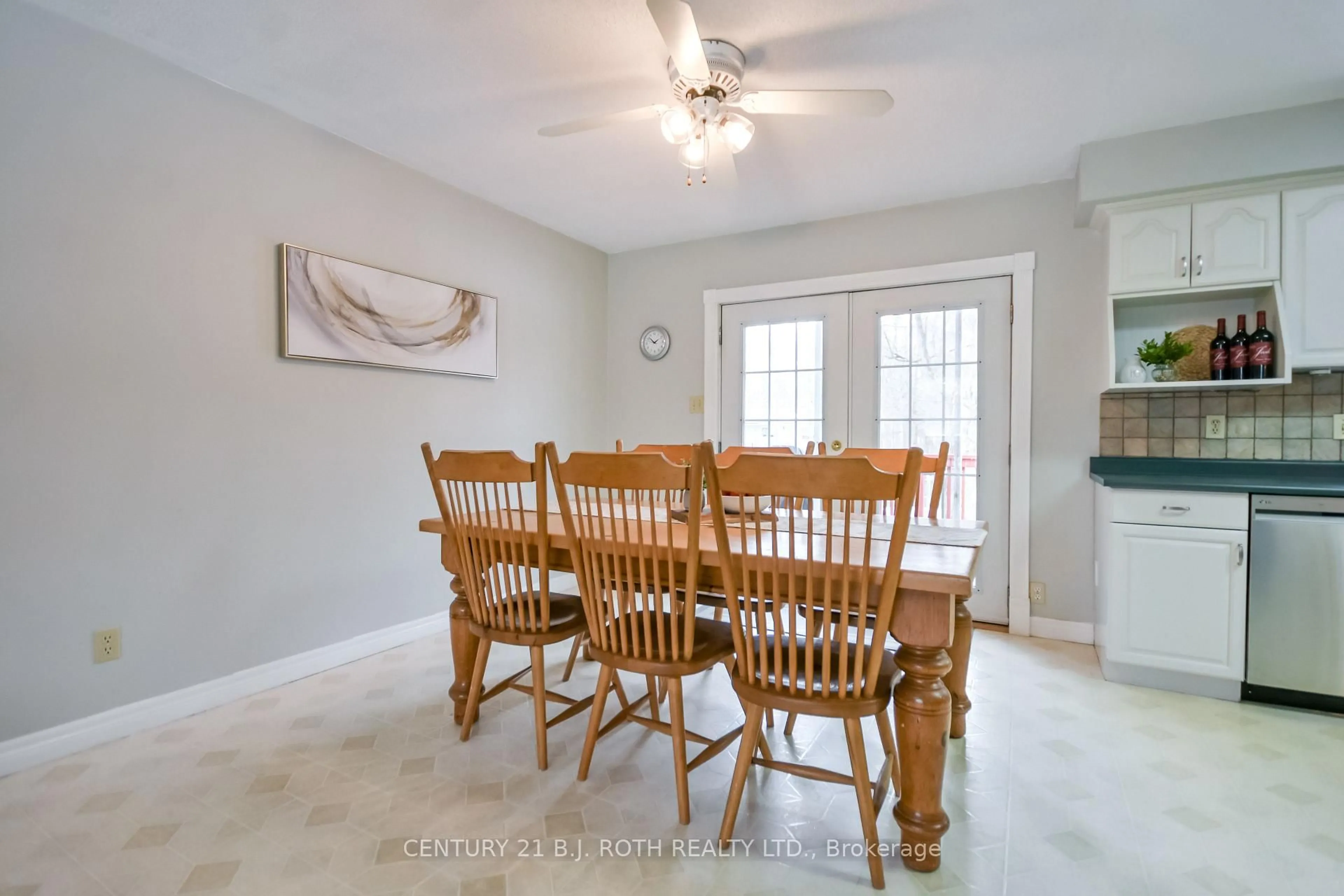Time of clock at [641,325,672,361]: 1:52
